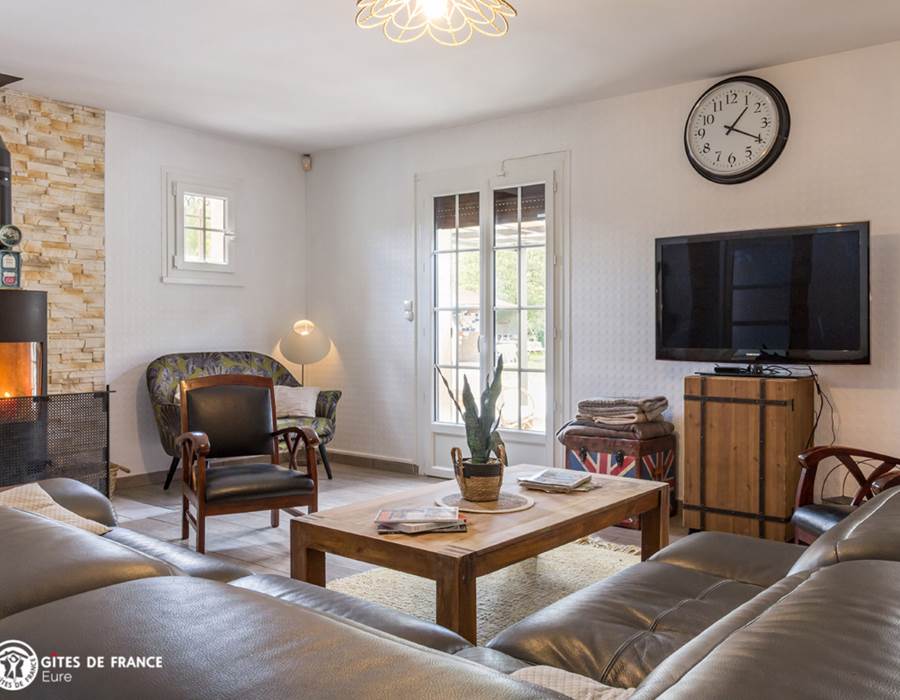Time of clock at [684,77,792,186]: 1:19
